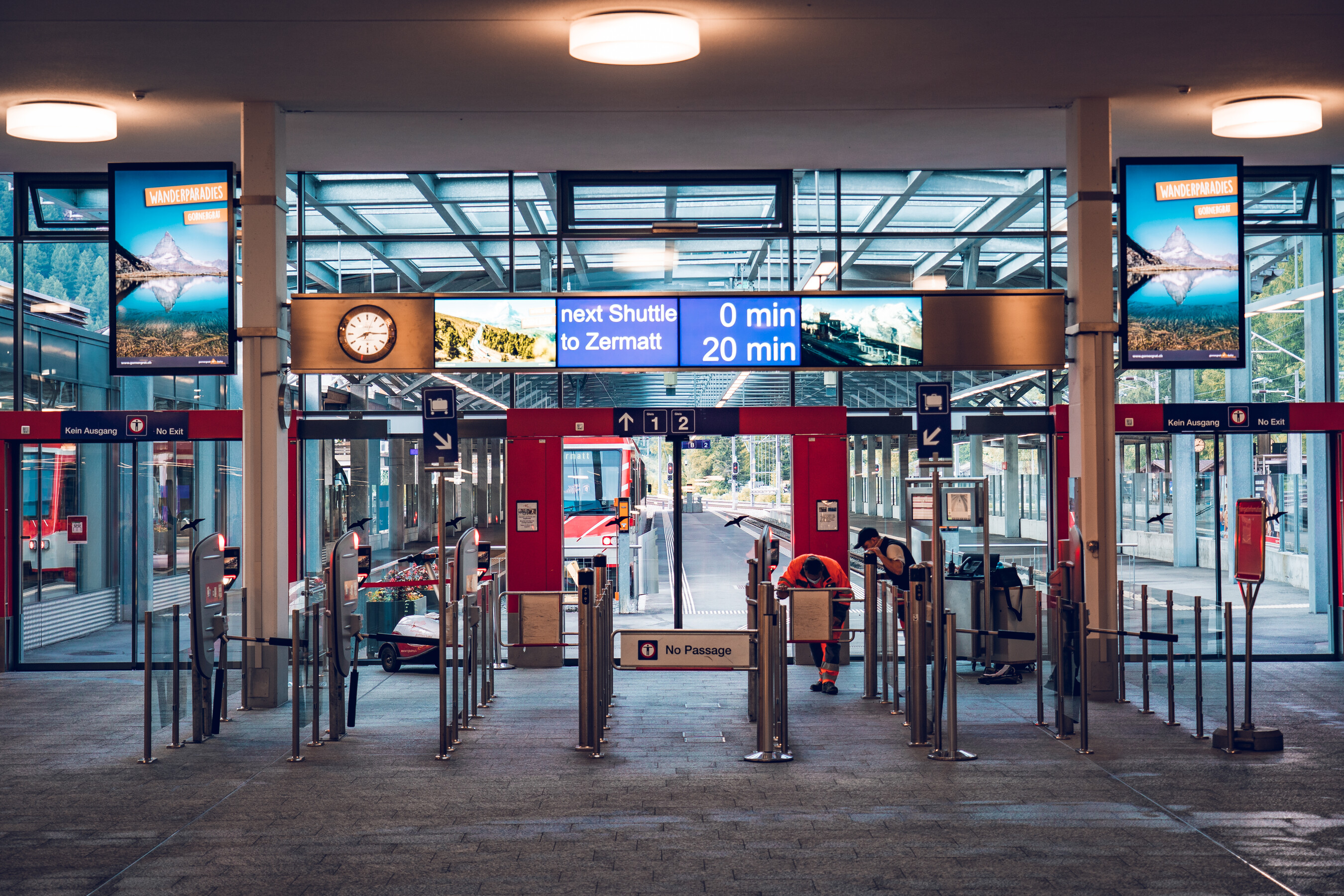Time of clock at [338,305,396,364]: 8:15
